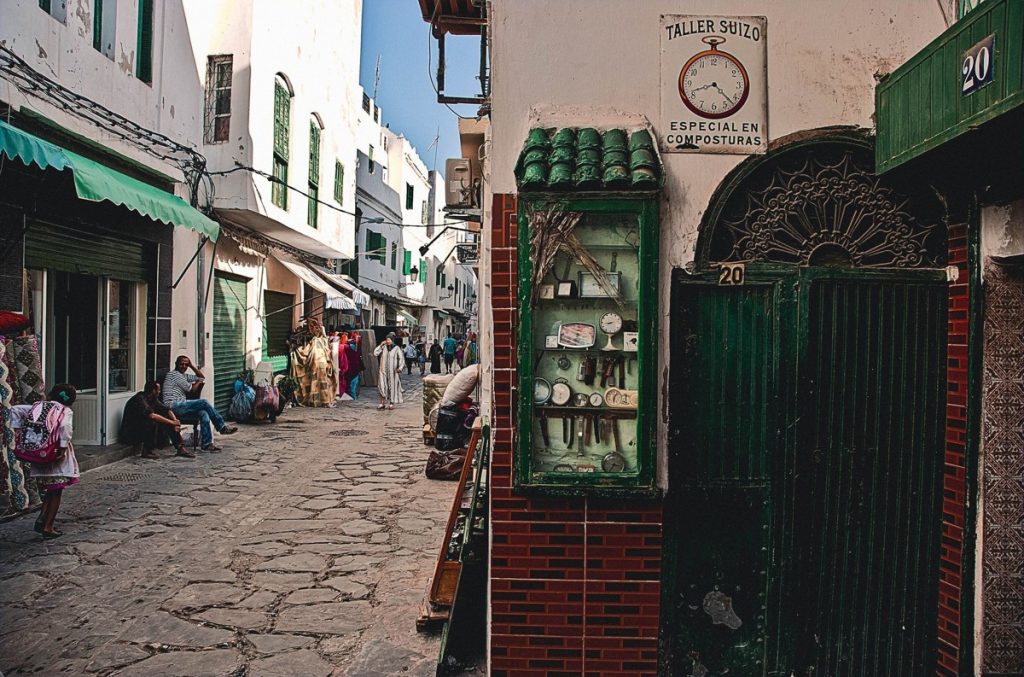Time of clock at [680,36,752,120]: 8:22
